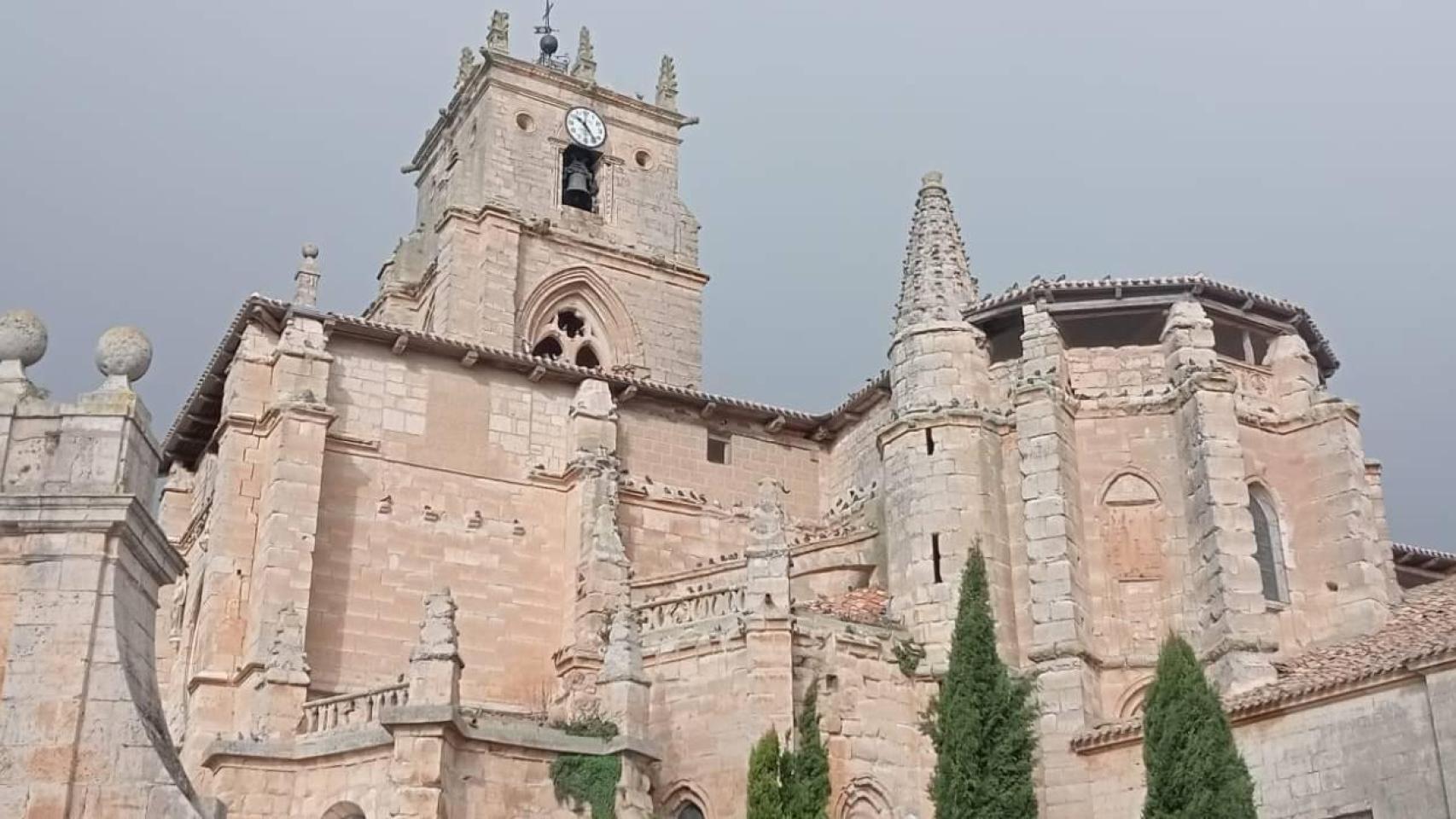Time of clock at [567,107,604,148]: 10:24
